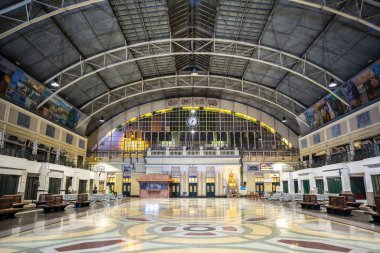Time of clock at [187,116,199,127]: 7:32
